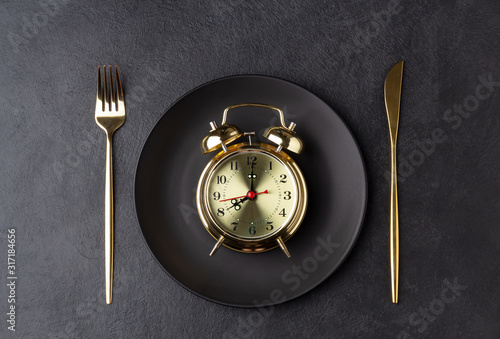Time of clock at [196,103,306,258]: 8:01
